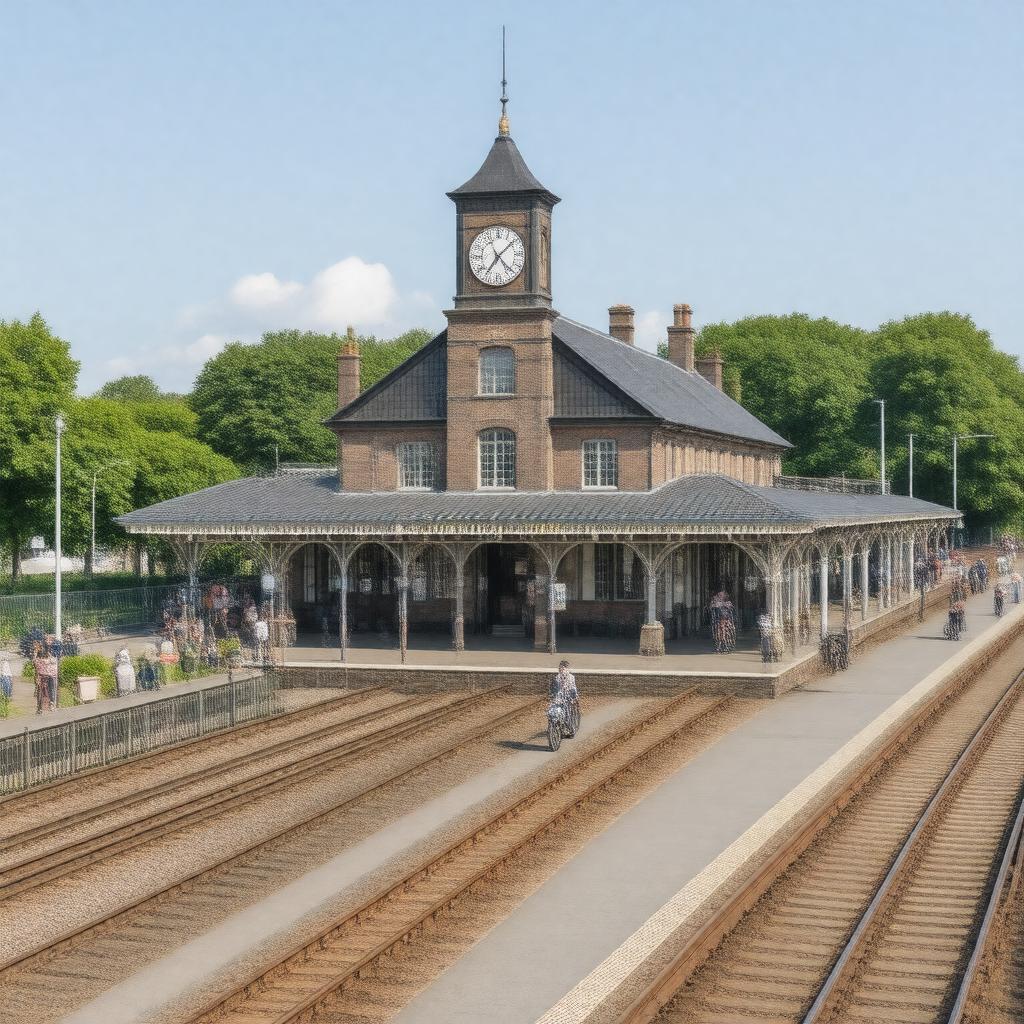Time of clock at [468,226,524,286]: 7:08
